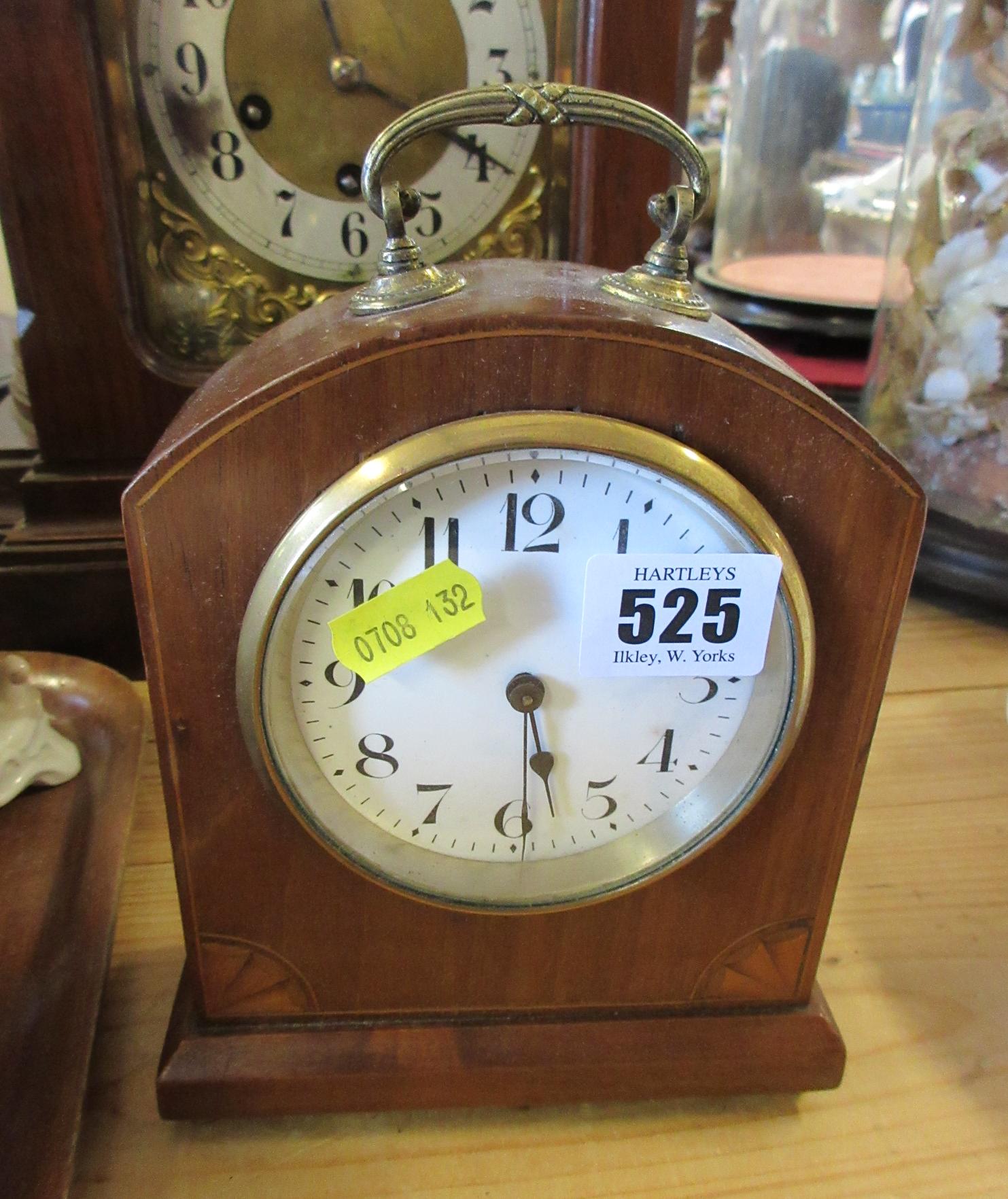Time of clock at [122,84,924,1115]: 11:28
